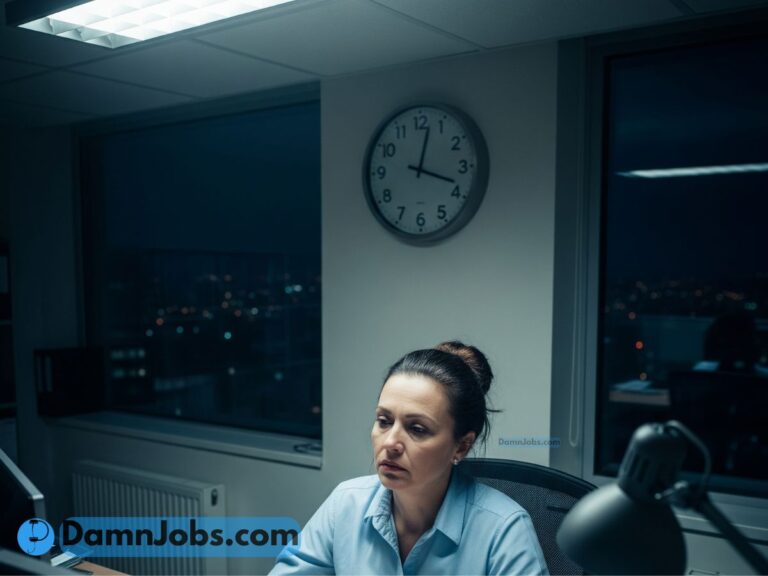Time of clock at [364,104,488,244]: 12:18
